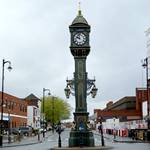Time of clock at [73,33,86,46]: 9:57
